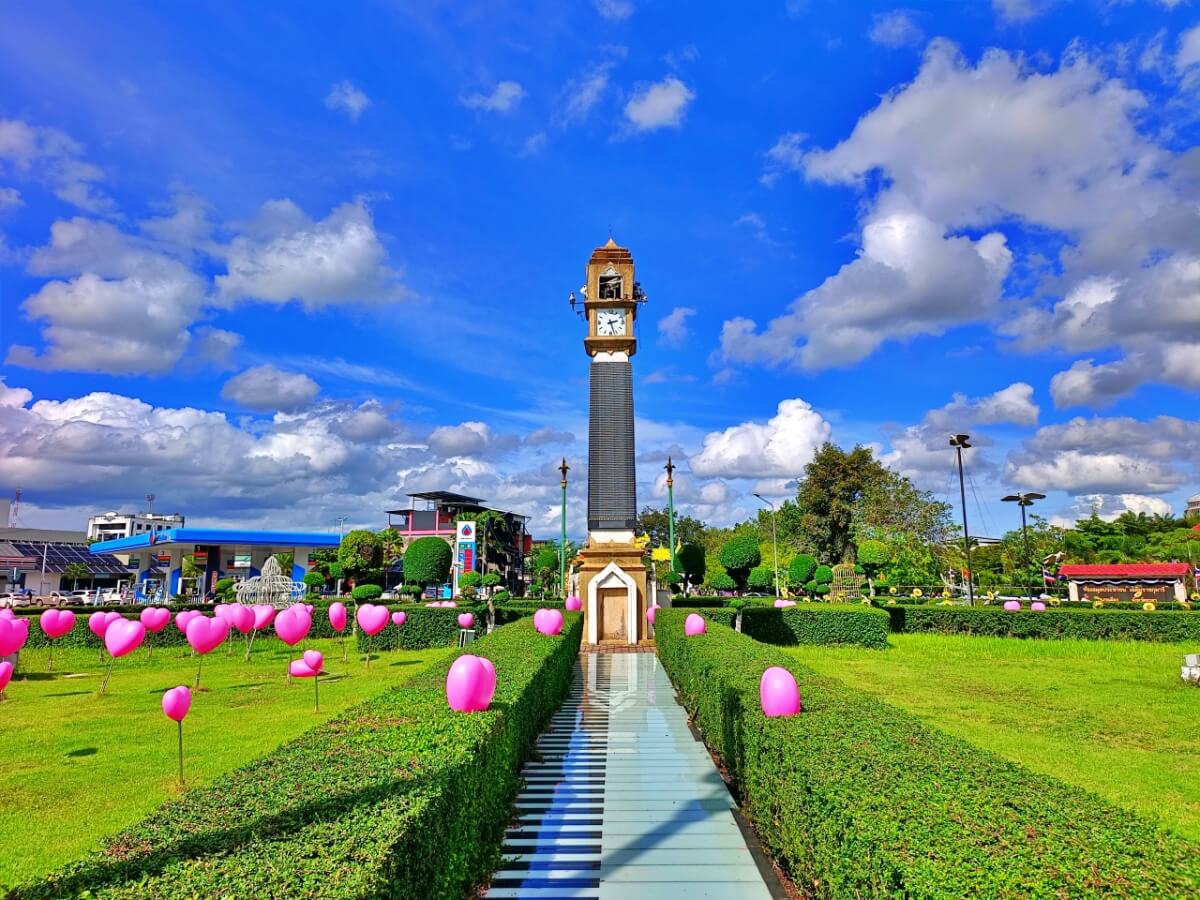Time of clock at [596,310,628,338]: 2:27
